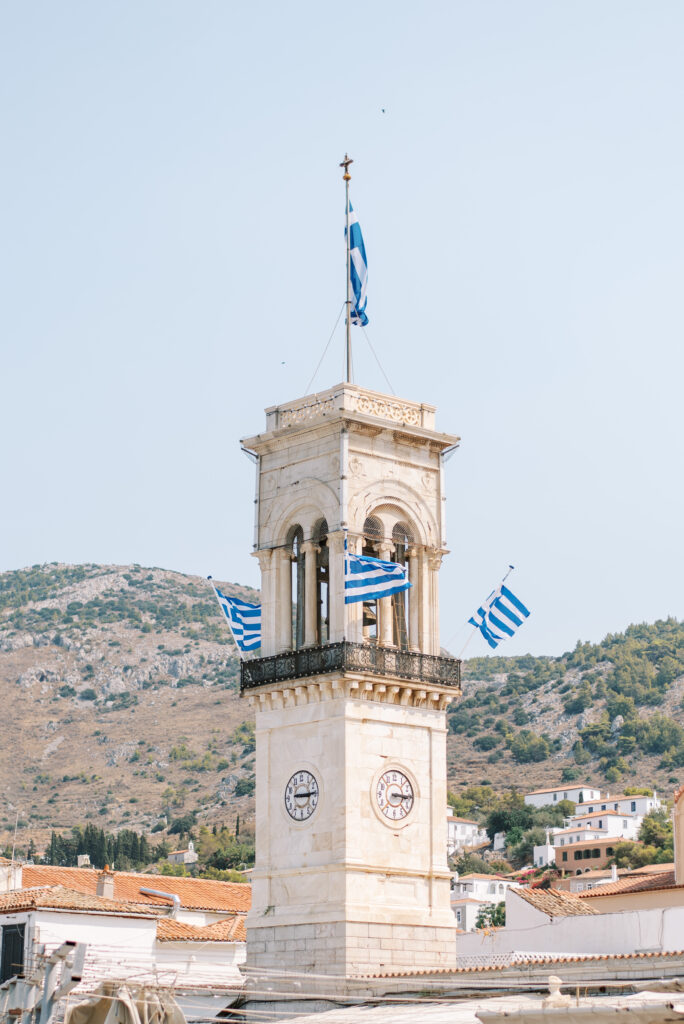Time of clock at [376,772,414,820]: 3:15
